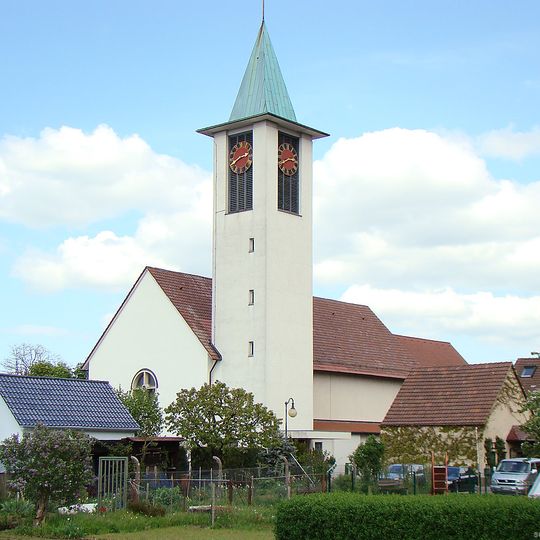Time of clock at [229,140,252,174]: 2:40
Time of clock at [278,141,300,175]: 2:40
